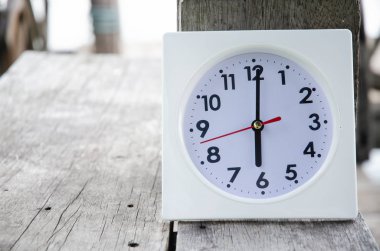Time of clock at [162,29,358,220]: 6:00
